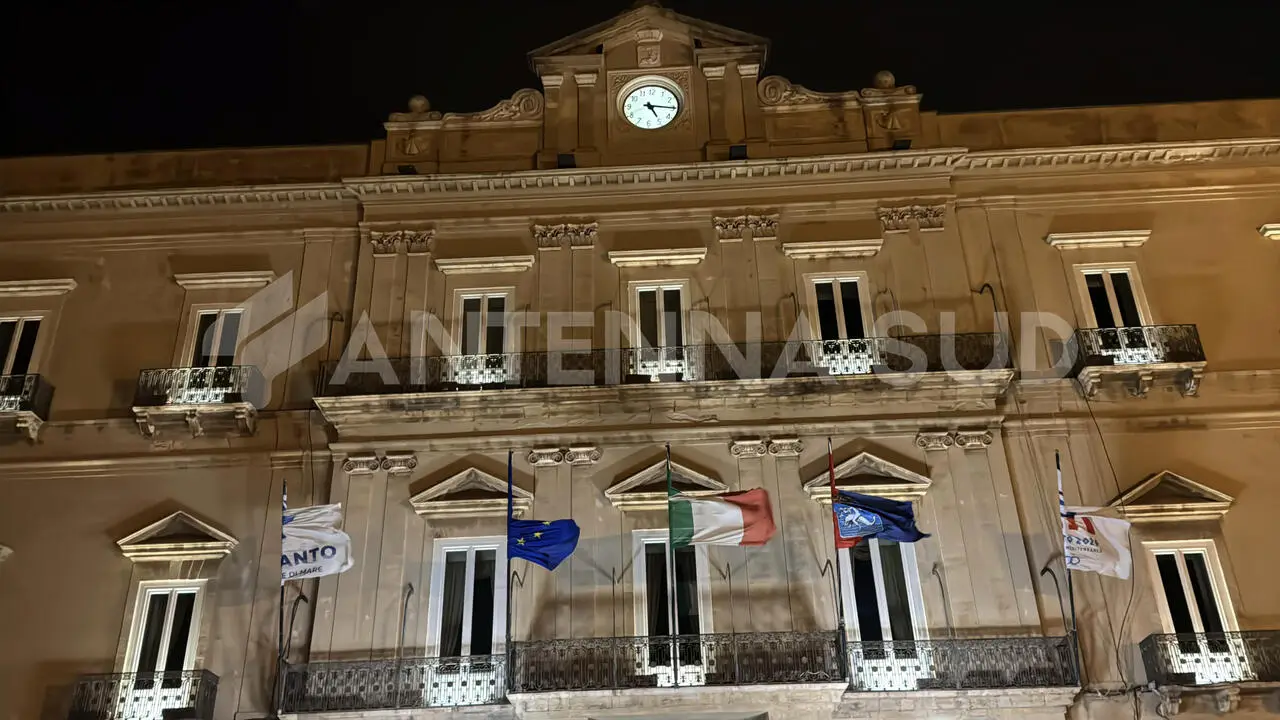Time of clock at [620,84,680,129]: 5:15
